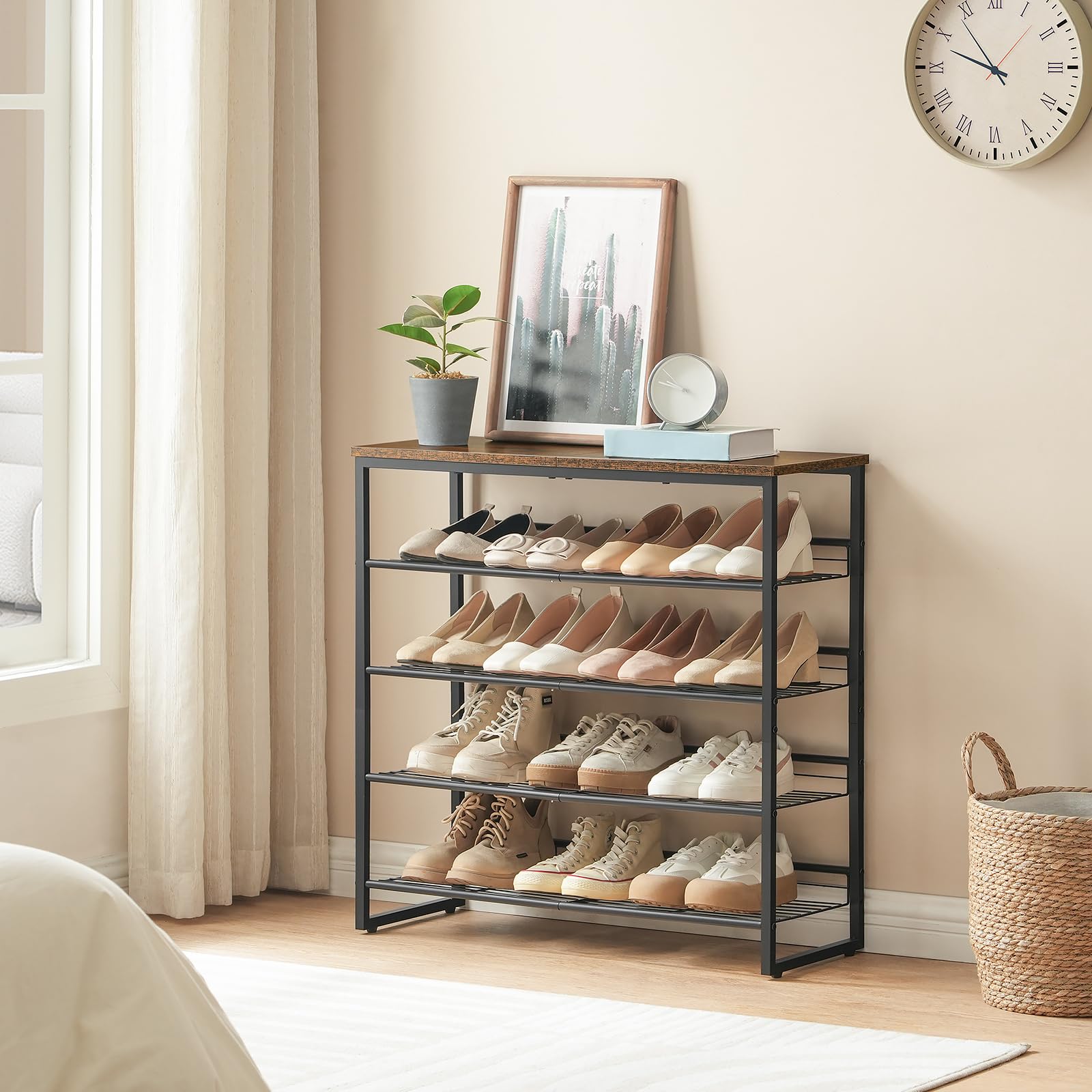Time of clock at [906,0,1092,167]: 10:48
